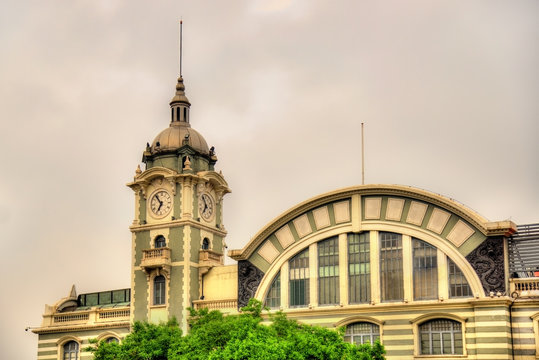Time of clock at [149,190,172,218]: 6:53
